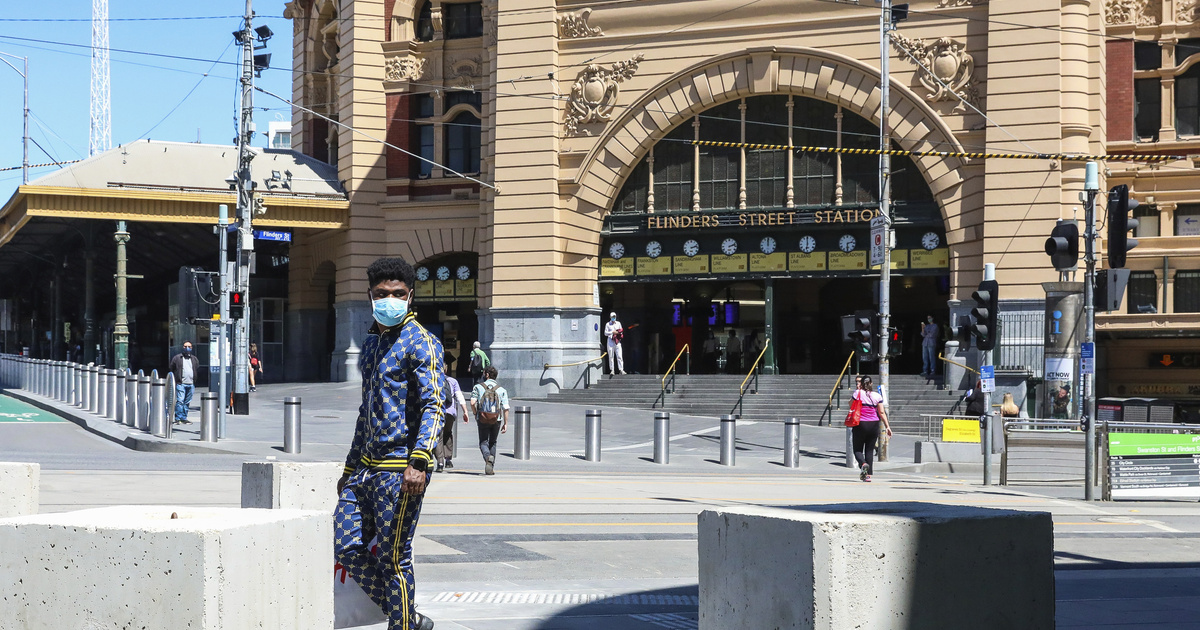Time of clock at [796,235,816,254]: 5:59
